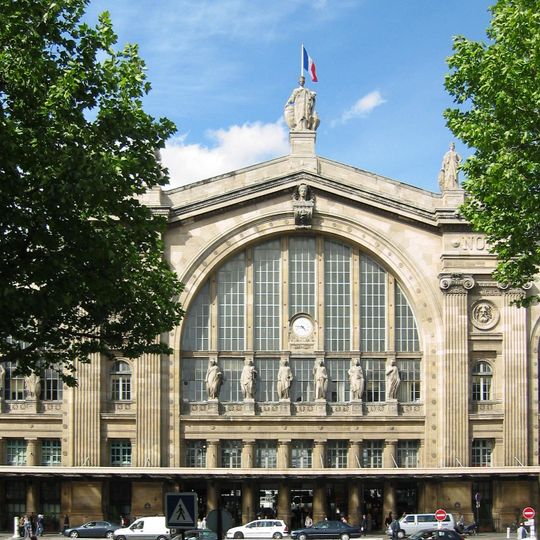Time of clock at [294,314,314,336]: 4:45
